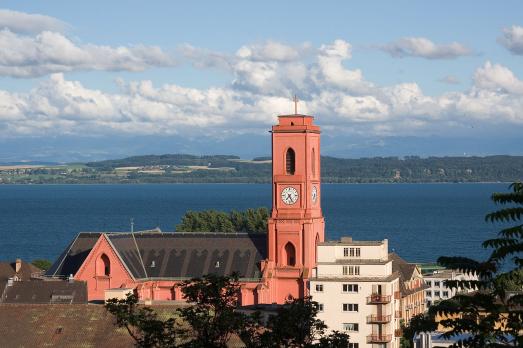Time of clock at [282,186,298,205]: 7:25
